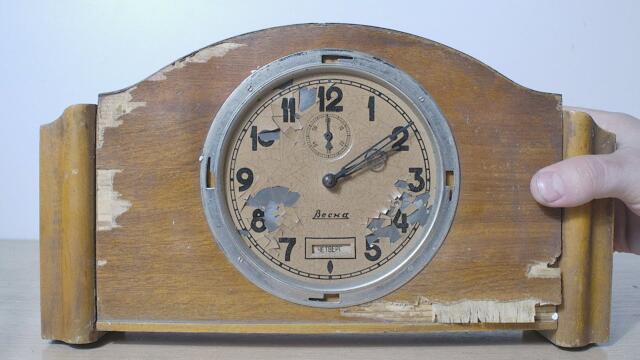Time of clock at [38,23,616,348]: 2:09
